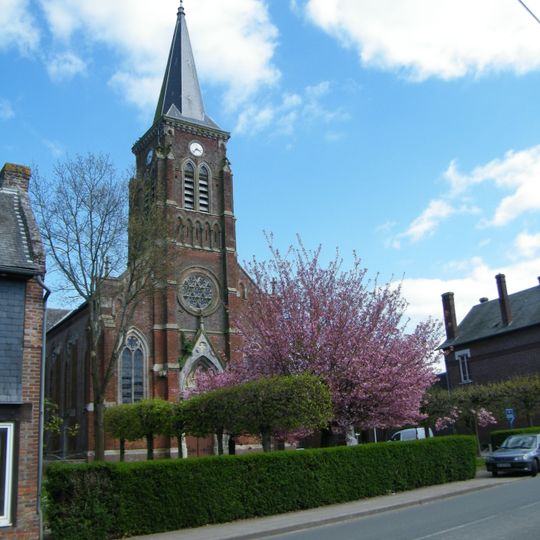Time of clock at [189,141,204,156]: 3:37
